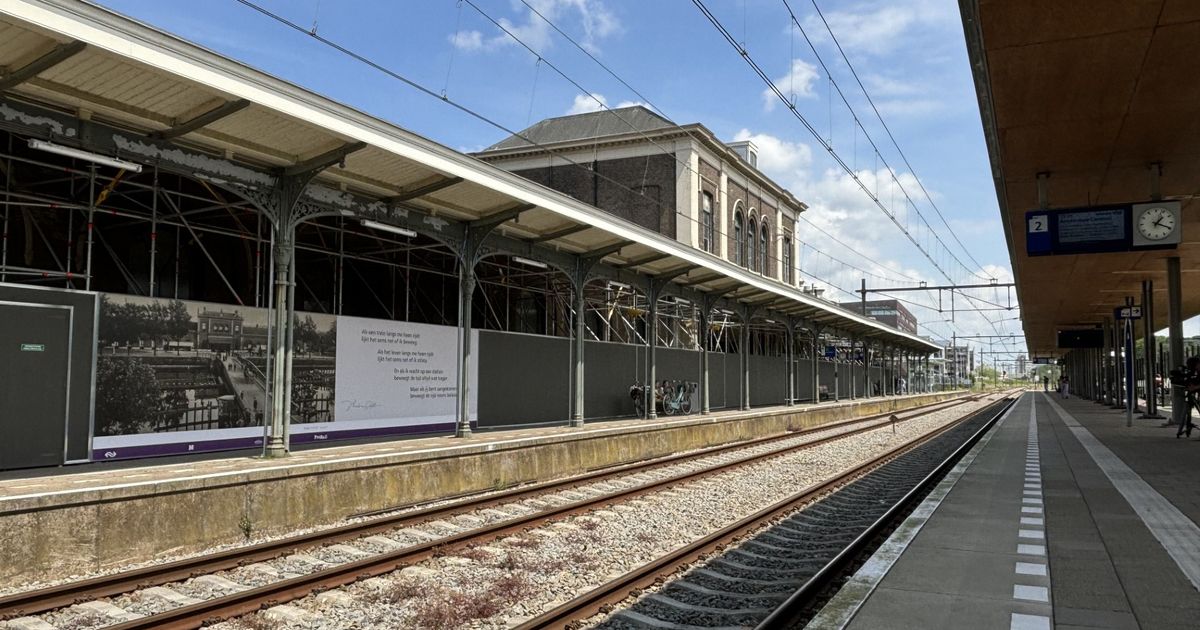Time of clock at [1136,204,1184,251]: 1:19
